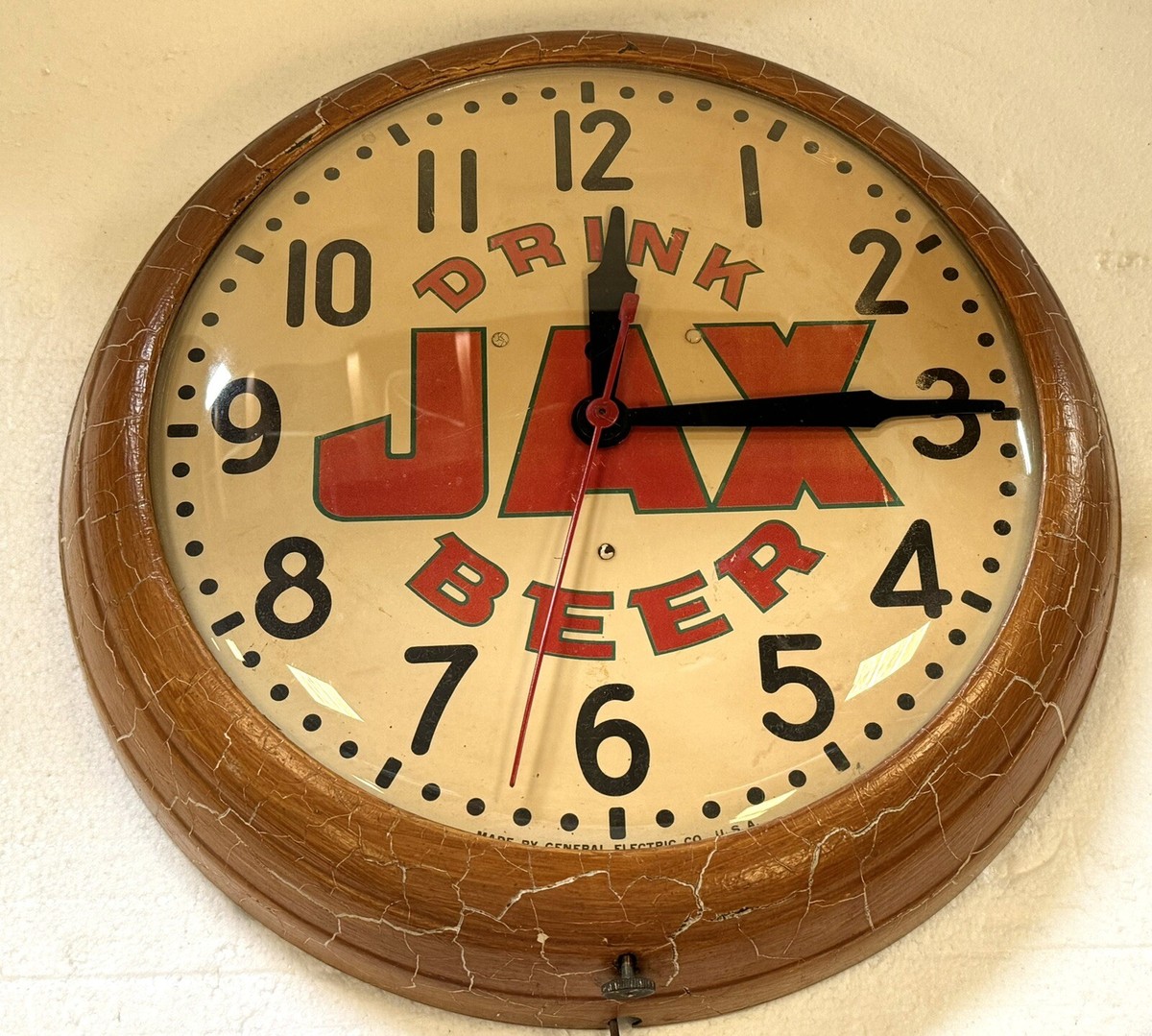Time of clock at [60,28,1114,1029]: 12:14
